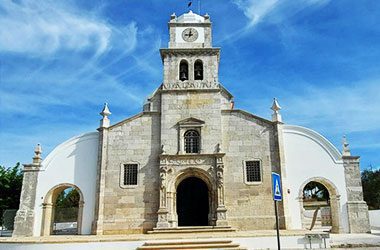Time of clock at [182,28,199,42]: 9:01
